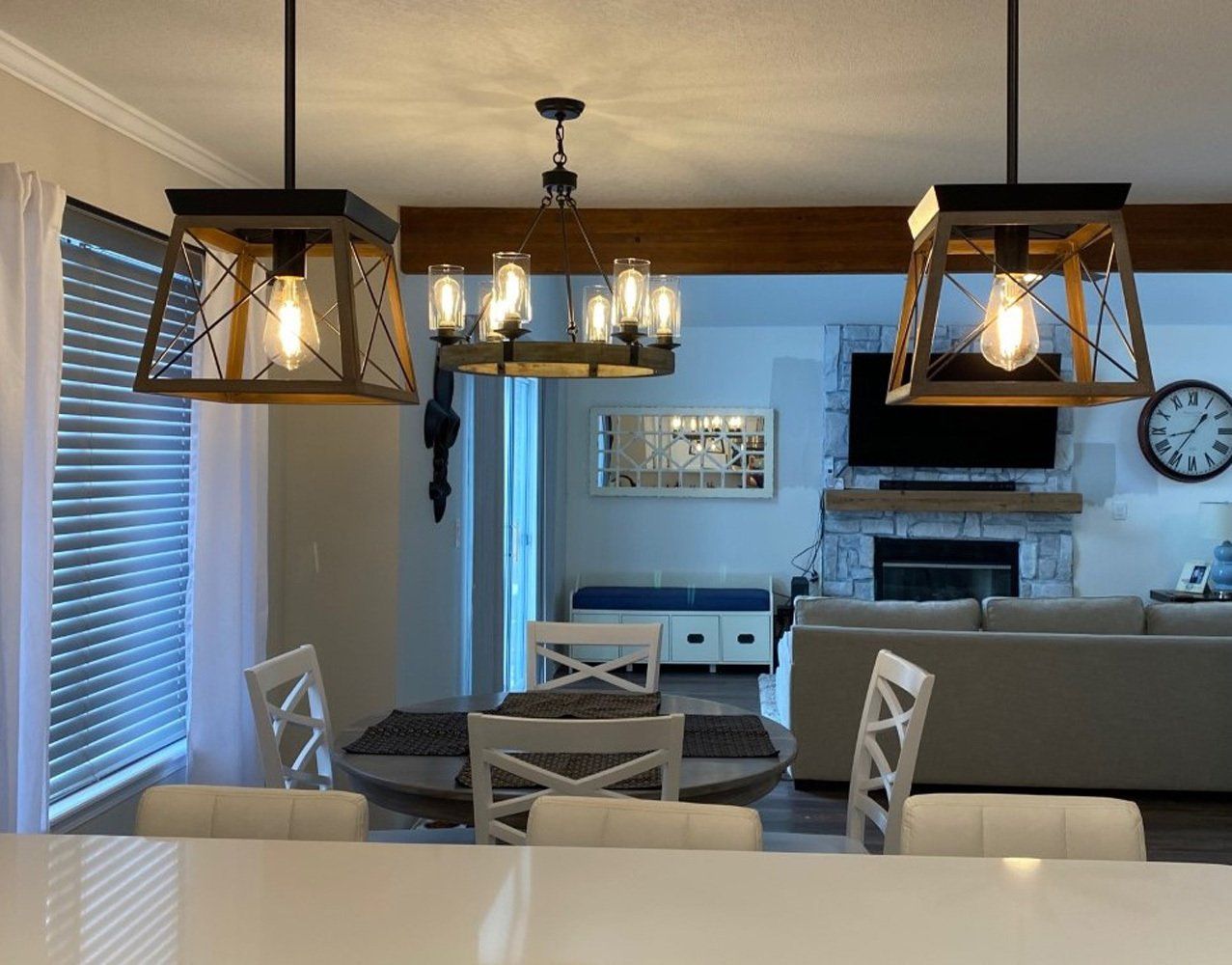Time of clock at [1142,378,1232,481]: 8:36
